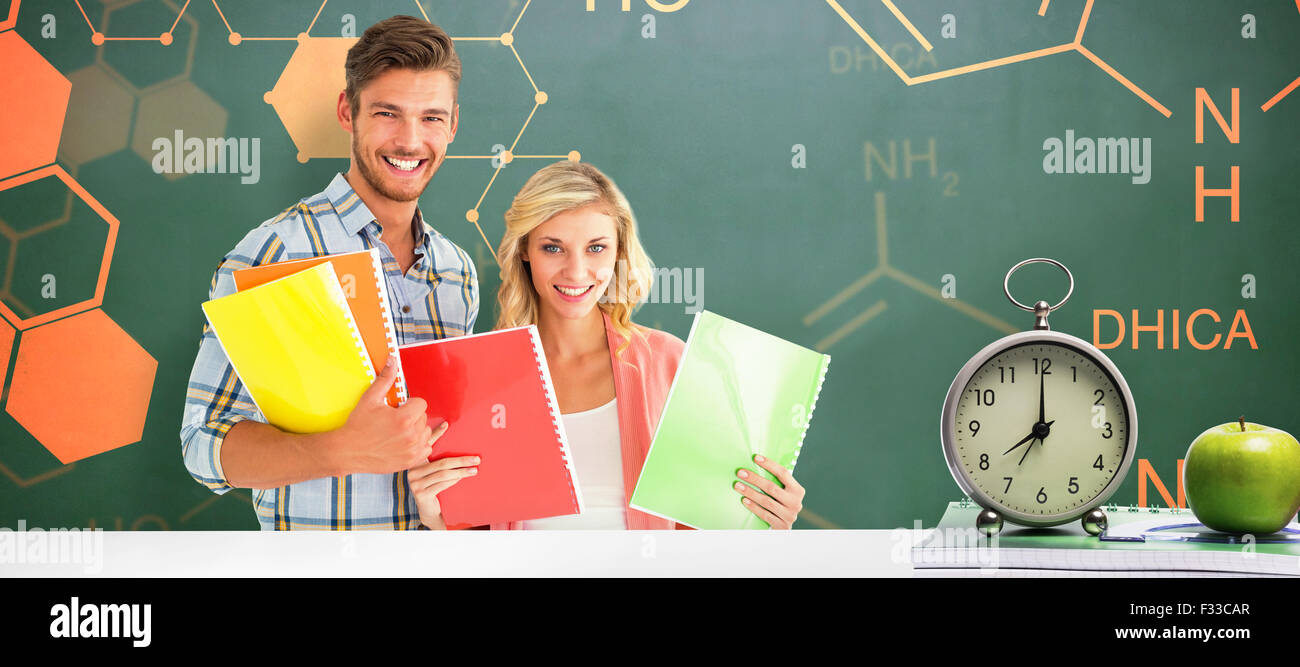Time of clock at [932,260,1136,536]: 8:00
